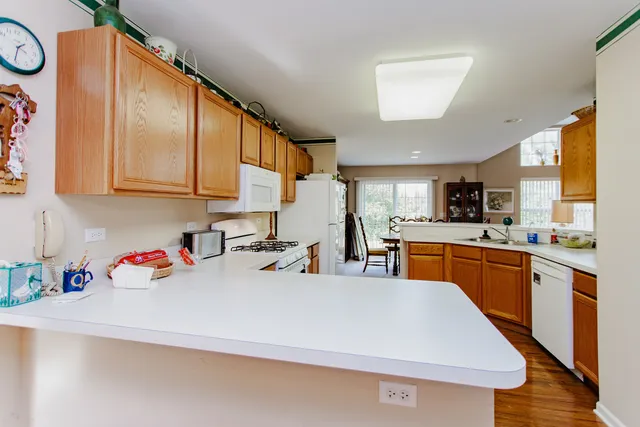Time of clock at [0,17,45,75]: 1:31
